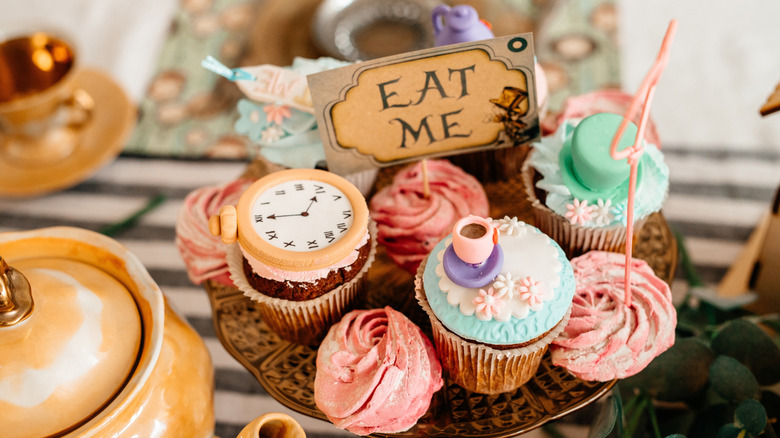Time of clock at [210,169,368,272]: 12:45
